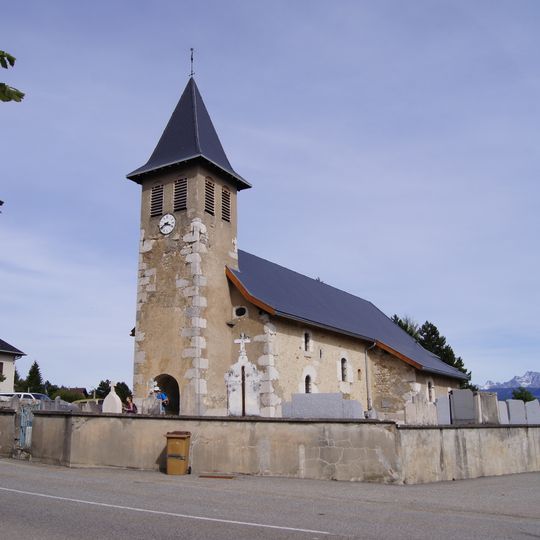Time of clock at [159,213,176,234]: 3:40
